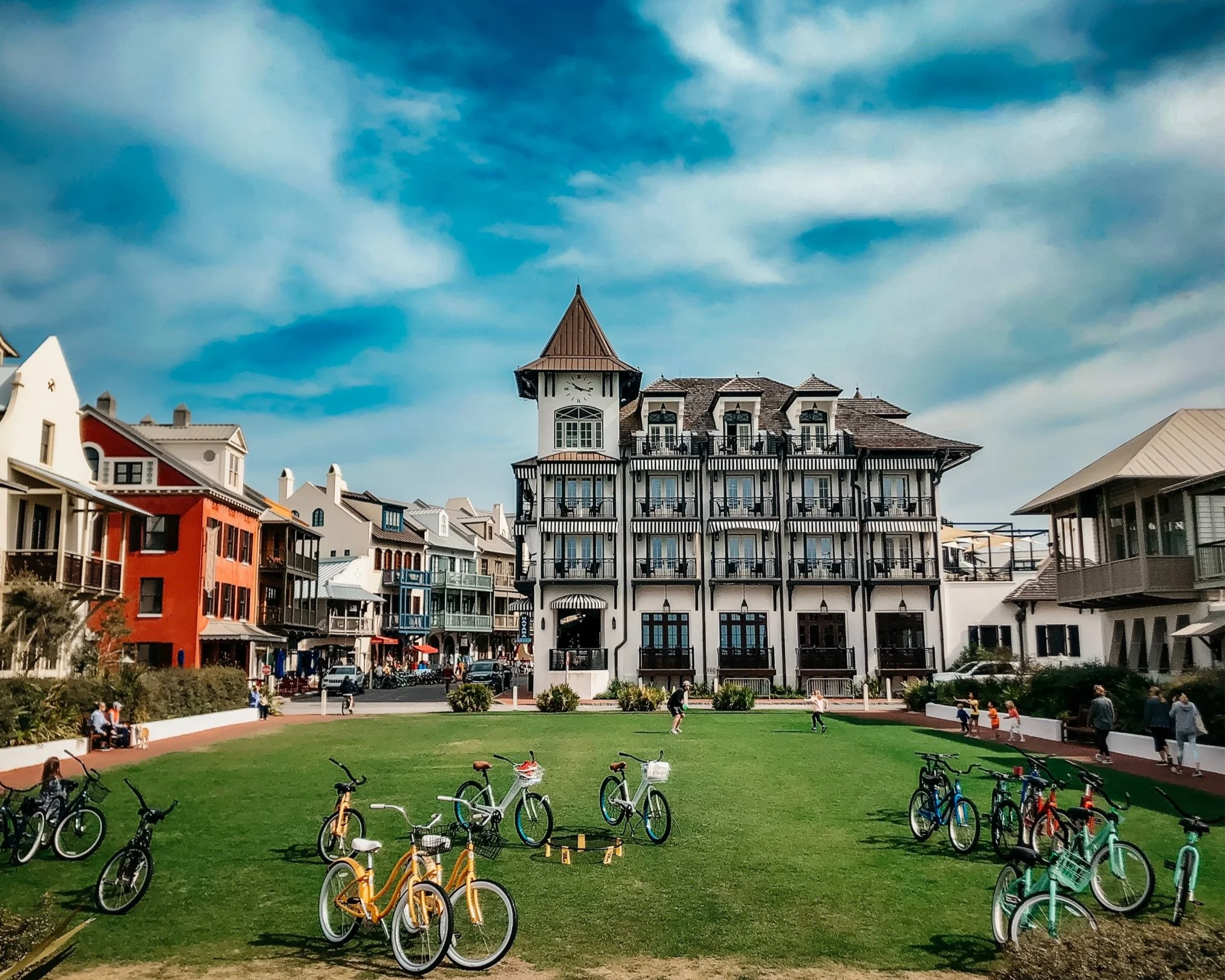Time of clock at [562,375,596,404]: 10:16
